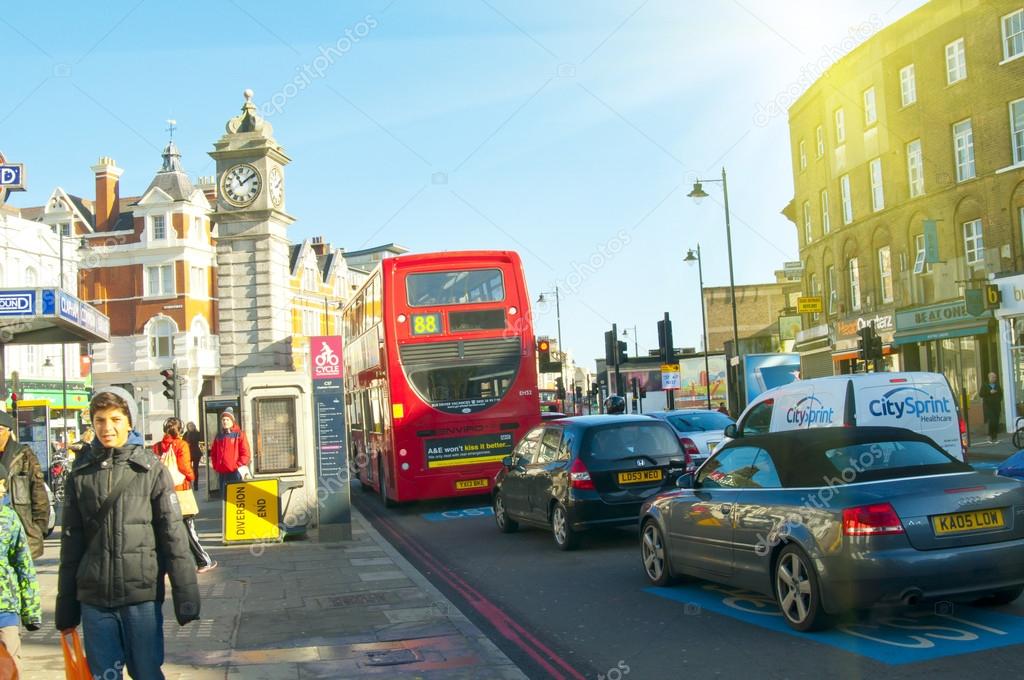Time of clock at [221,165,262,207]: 11:09
